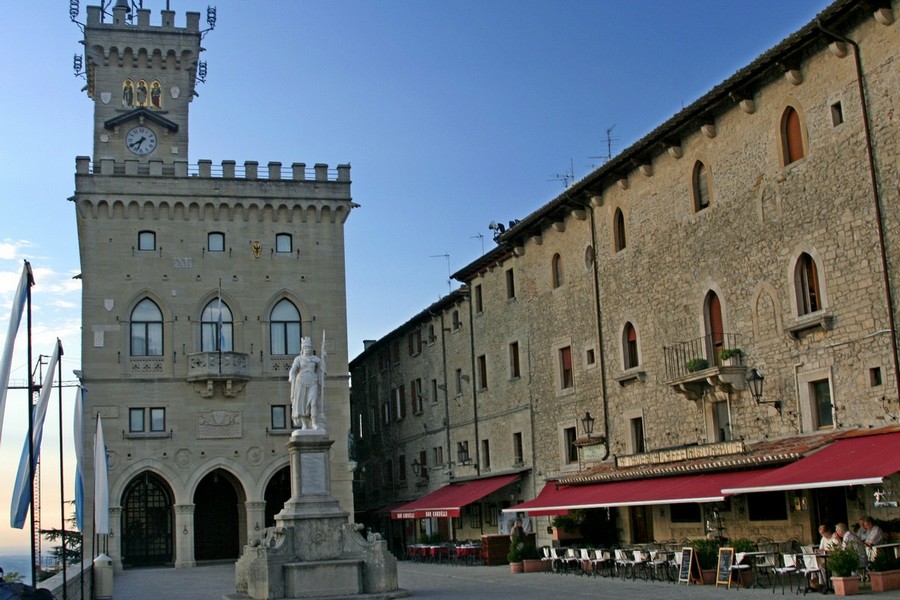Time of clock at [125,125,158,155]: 6:39
